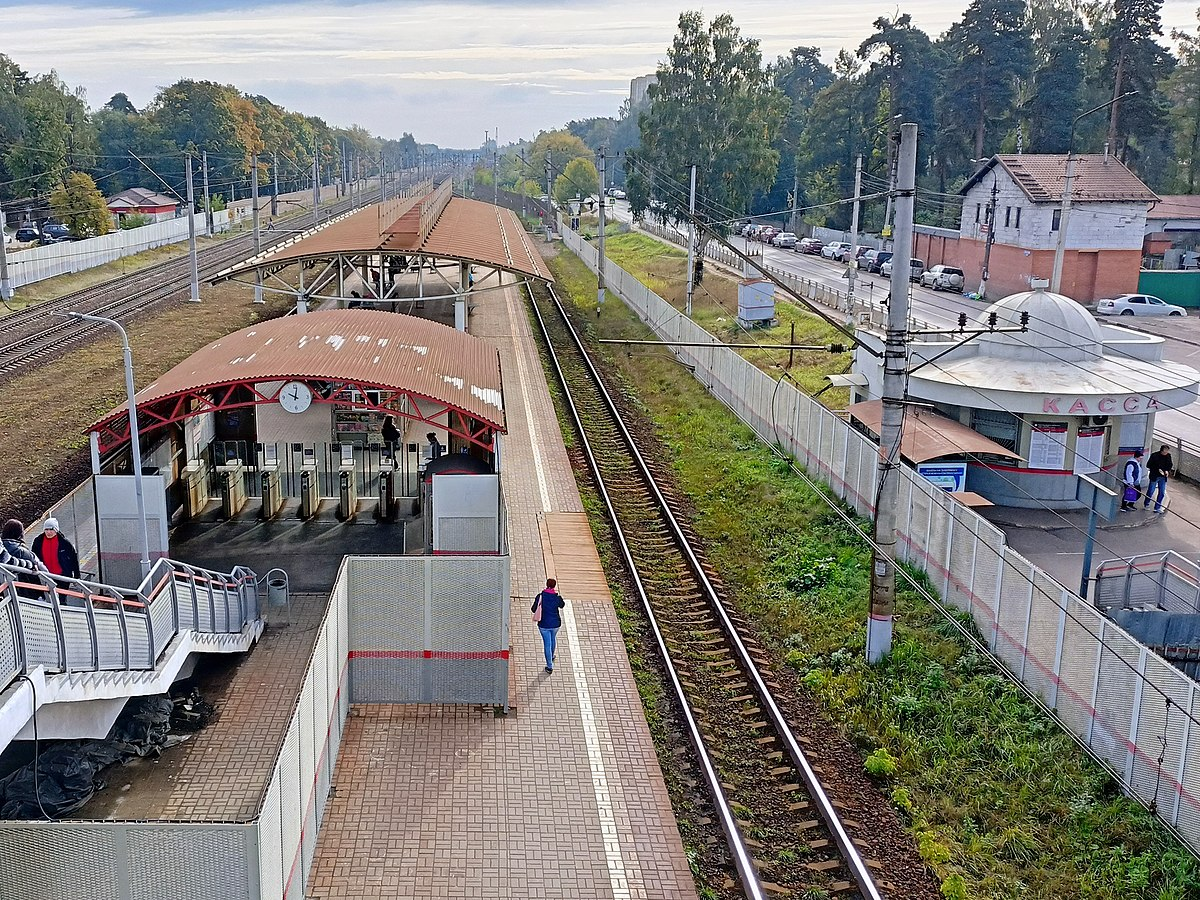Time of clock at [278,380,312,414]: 10:02
